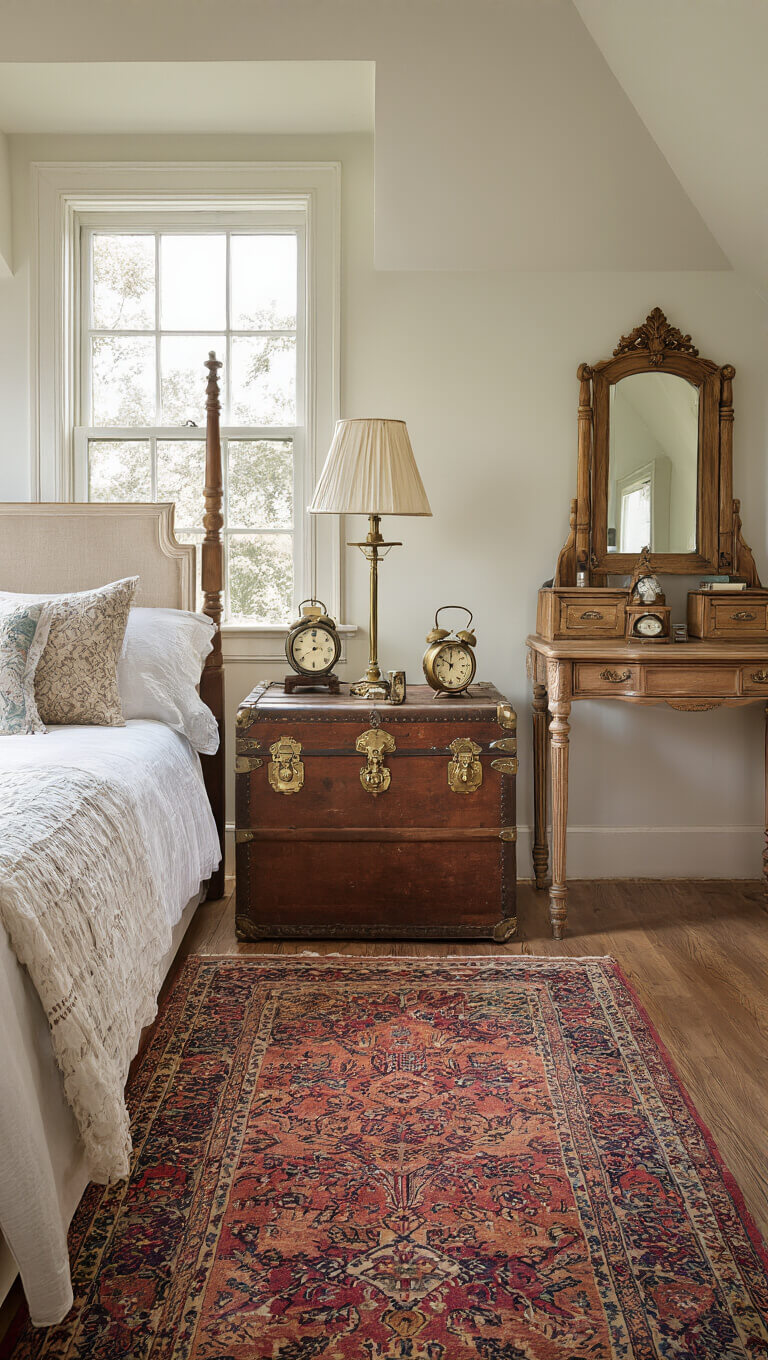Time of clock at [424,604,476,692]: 10:00
